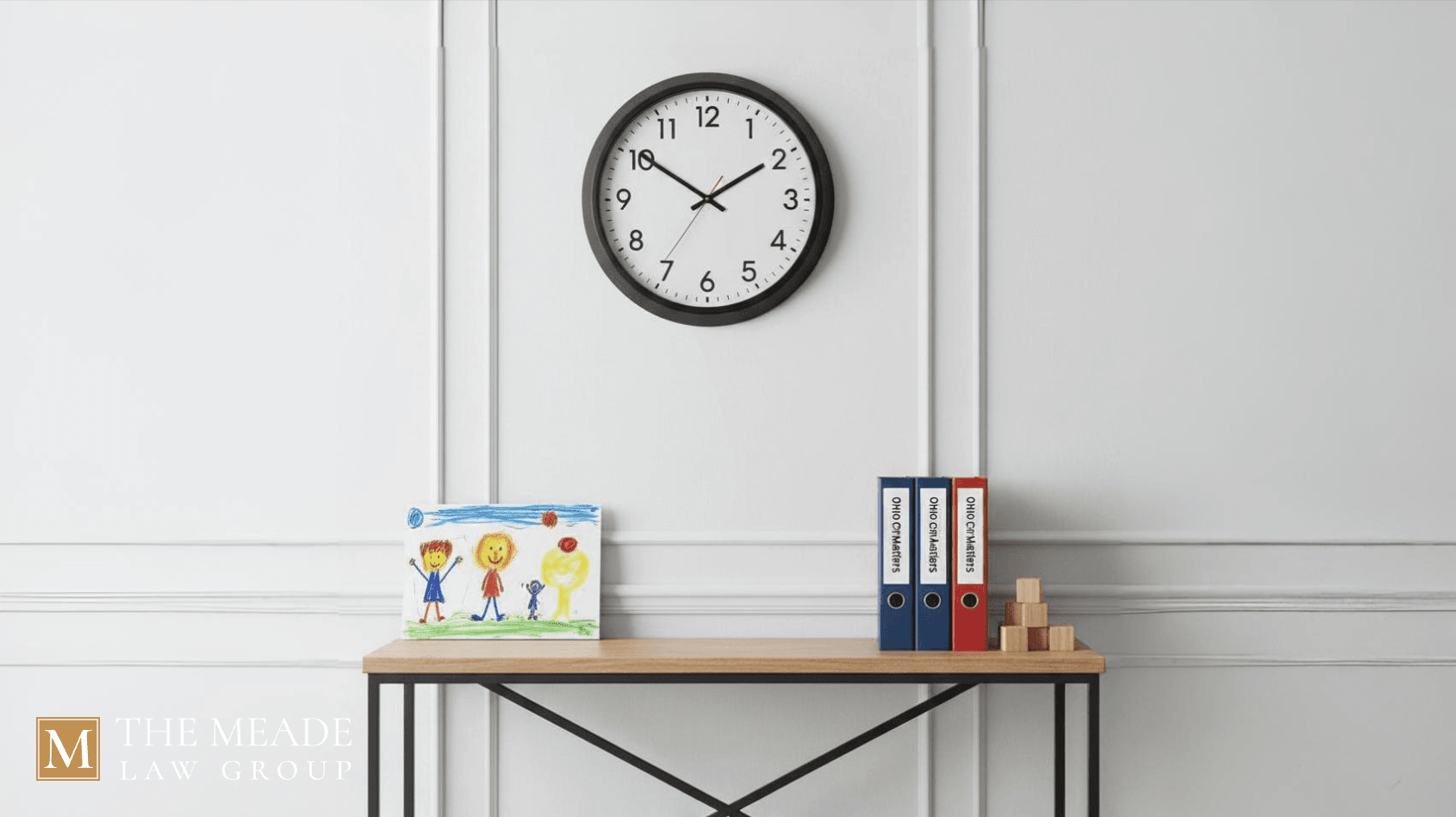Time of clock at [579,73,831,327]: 1:50
